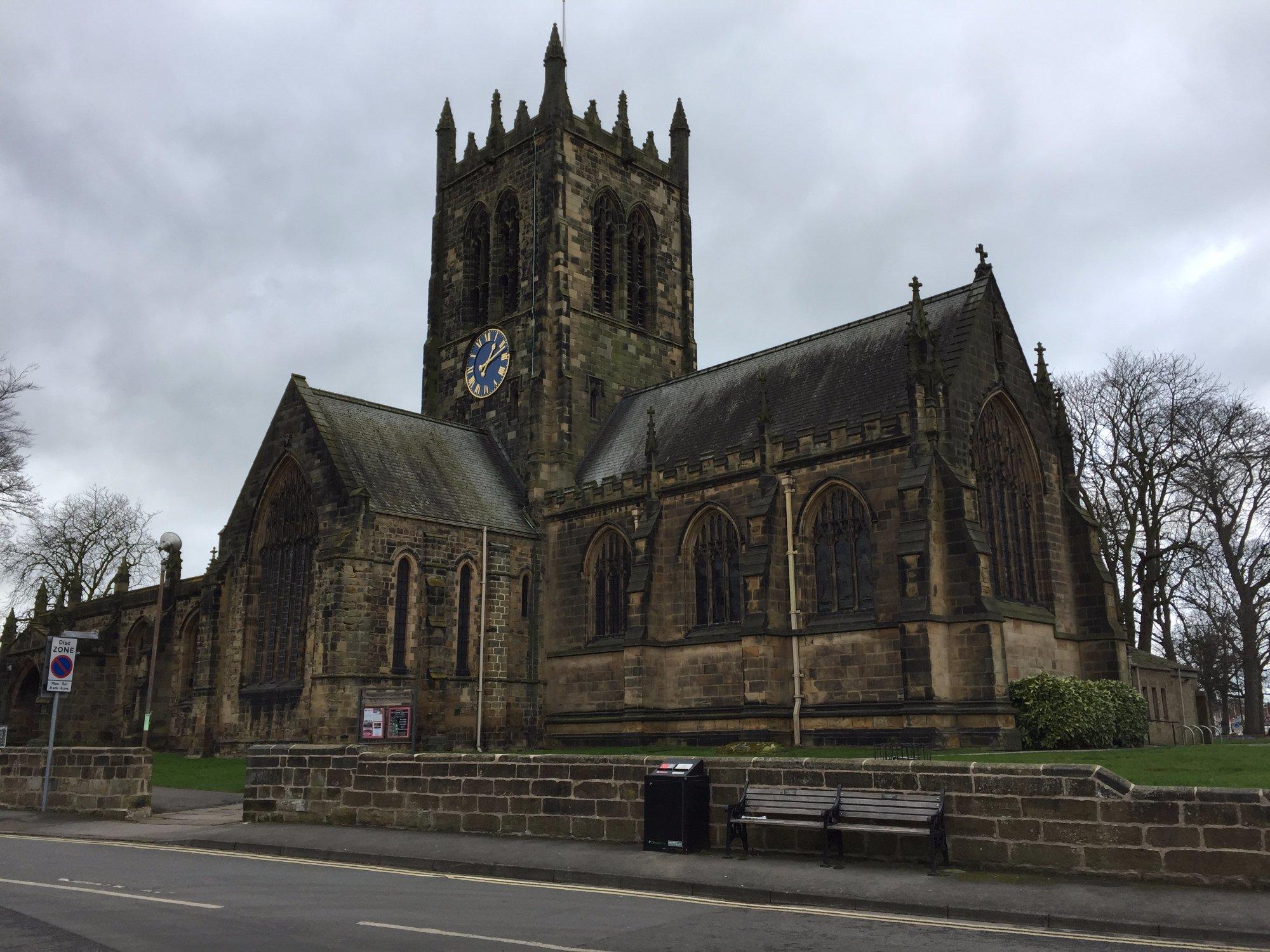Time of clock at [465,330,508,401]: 1:11
